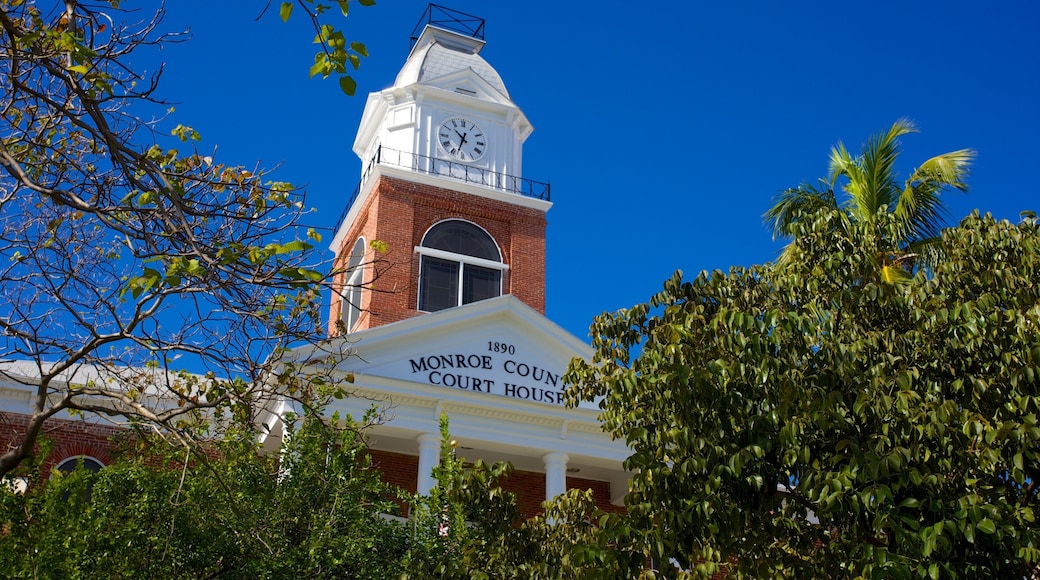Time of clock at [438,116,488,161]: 10:32
